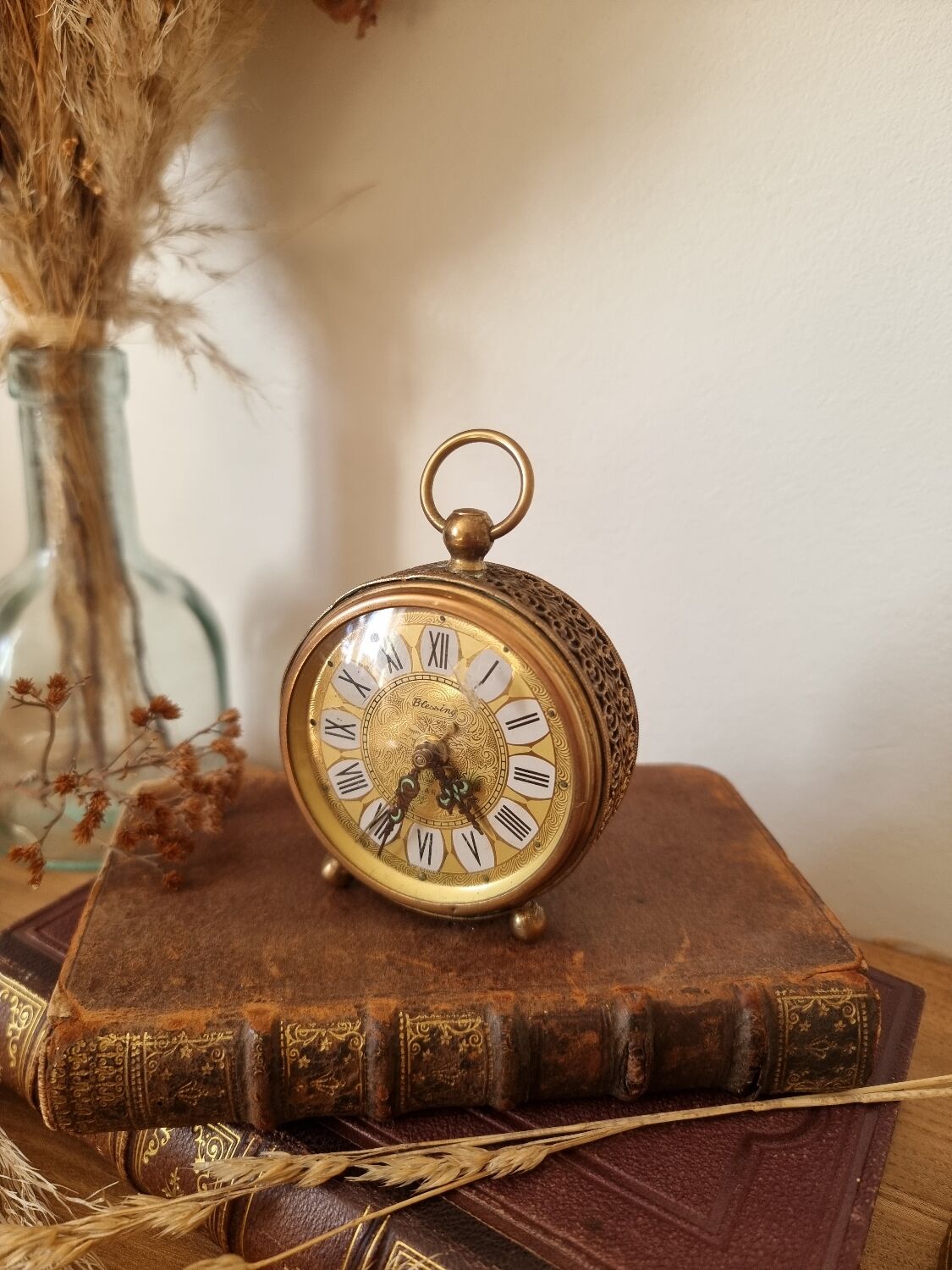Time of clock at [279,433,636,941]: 4:34
